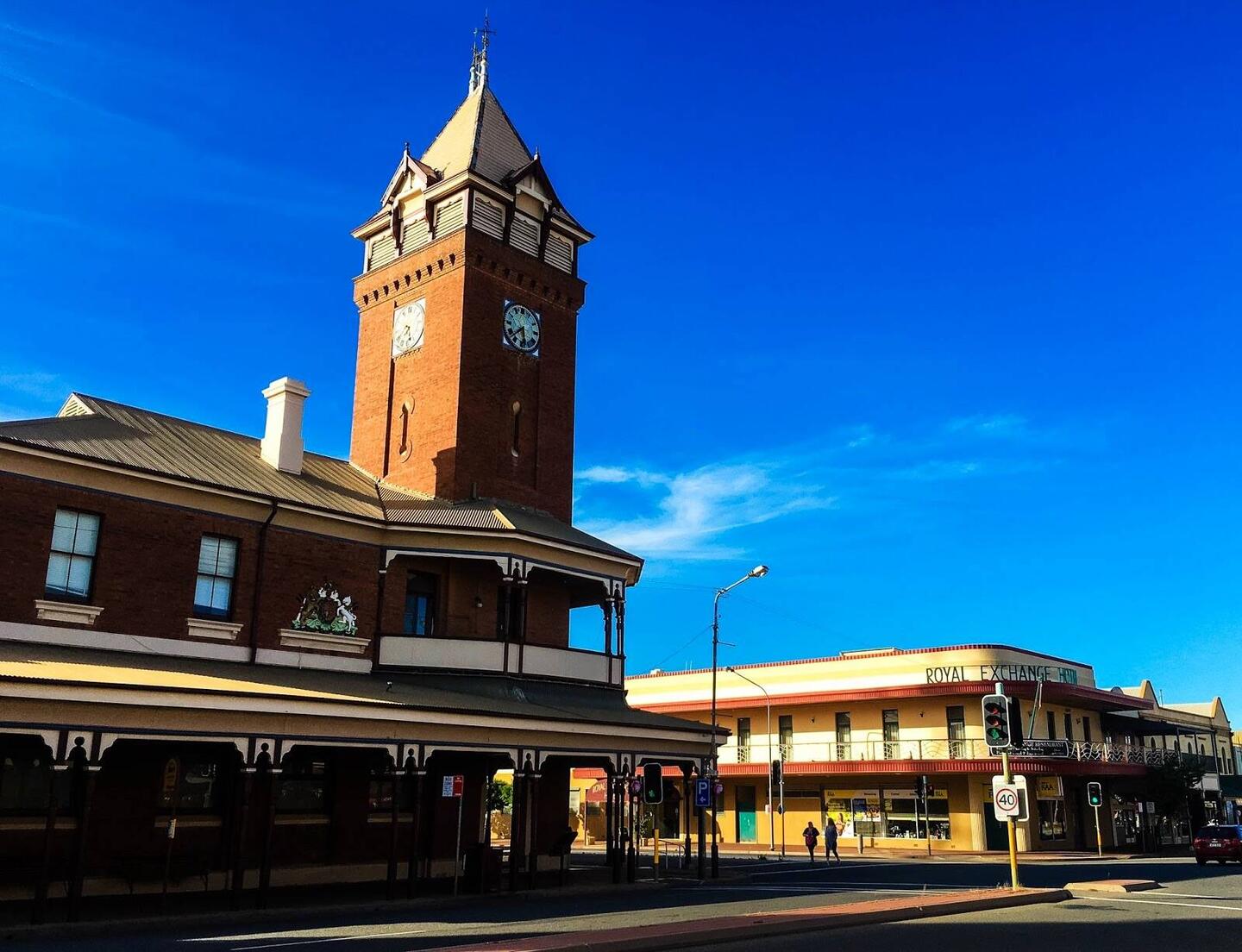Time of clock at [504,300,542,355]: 5:38
